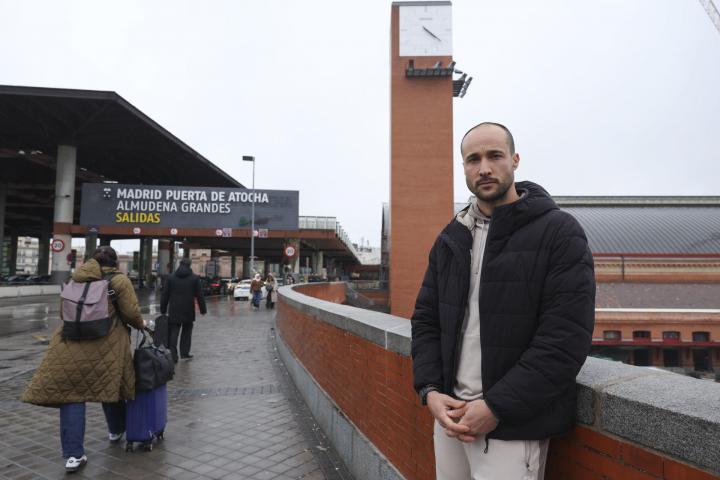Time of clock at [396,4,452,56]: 4:21
